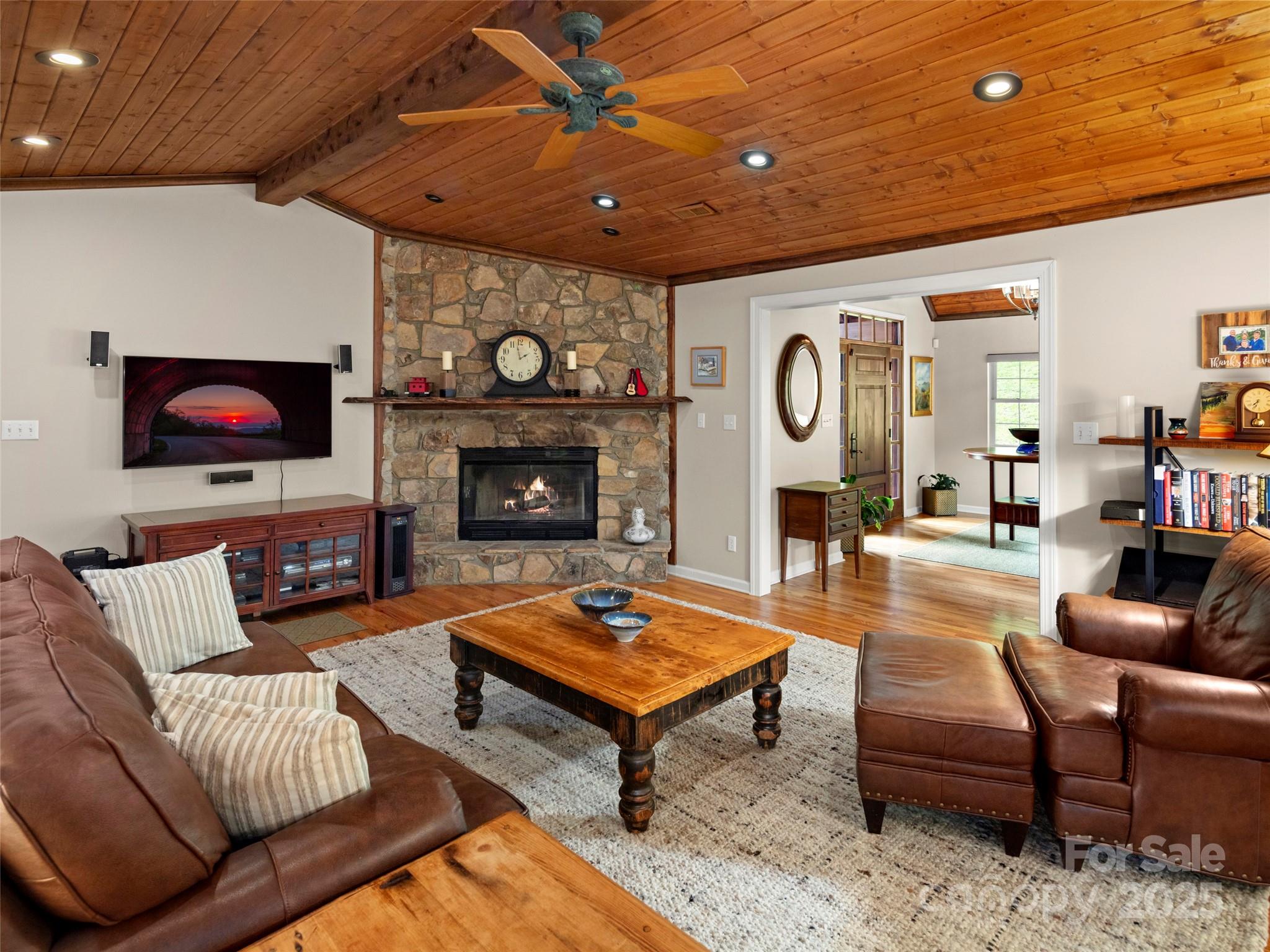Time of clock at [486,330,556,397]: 1:58
